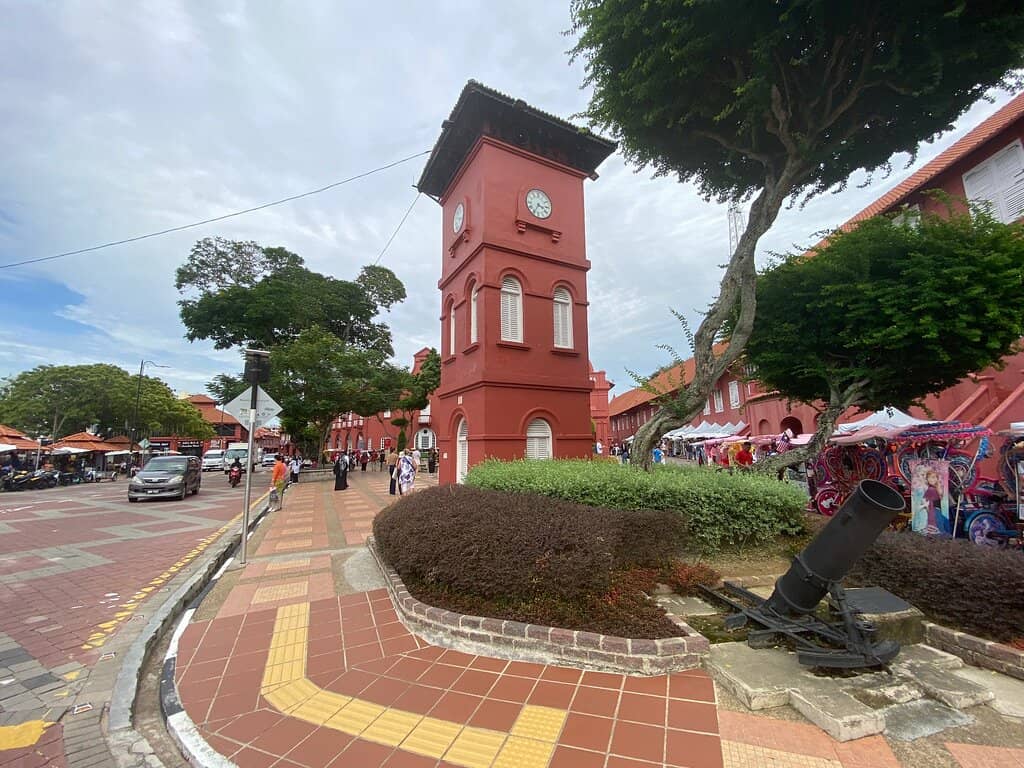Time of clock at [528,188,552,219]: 3:34
